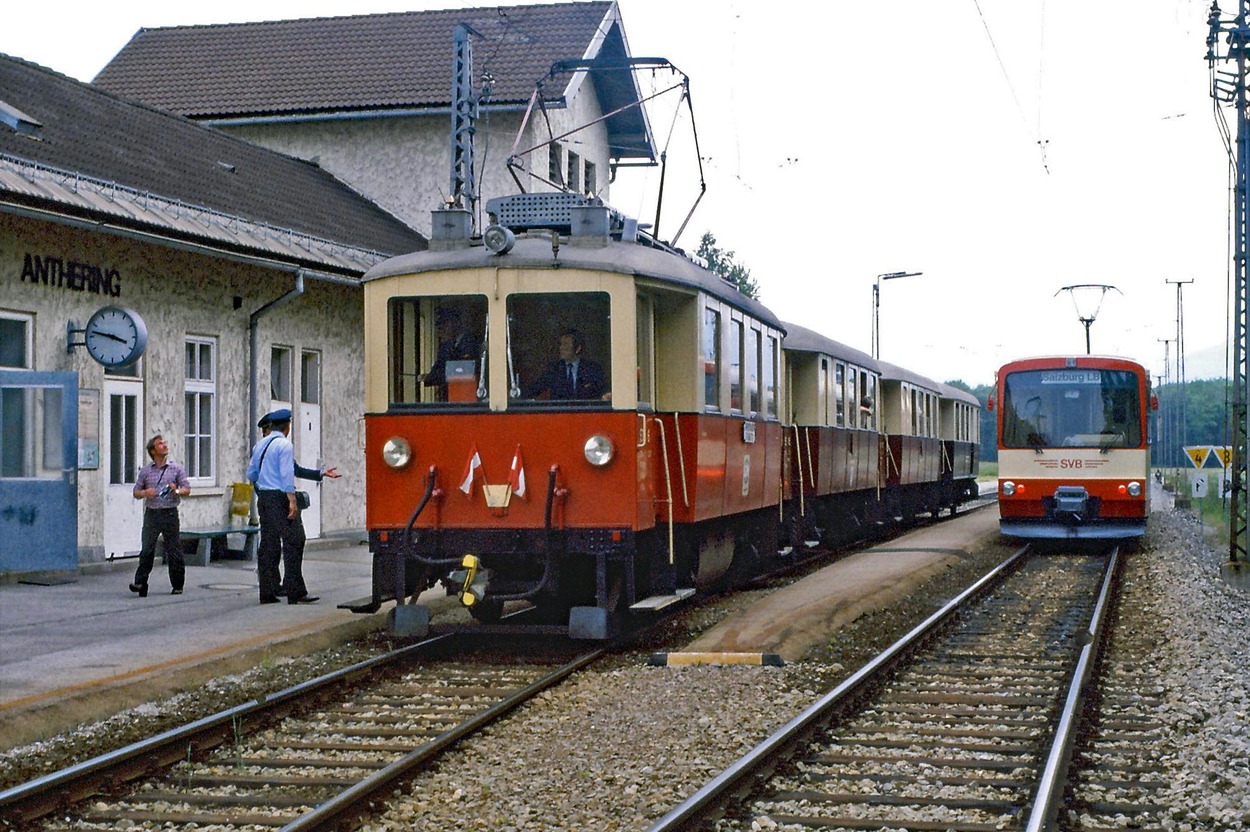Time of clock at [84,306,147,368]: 3:47
